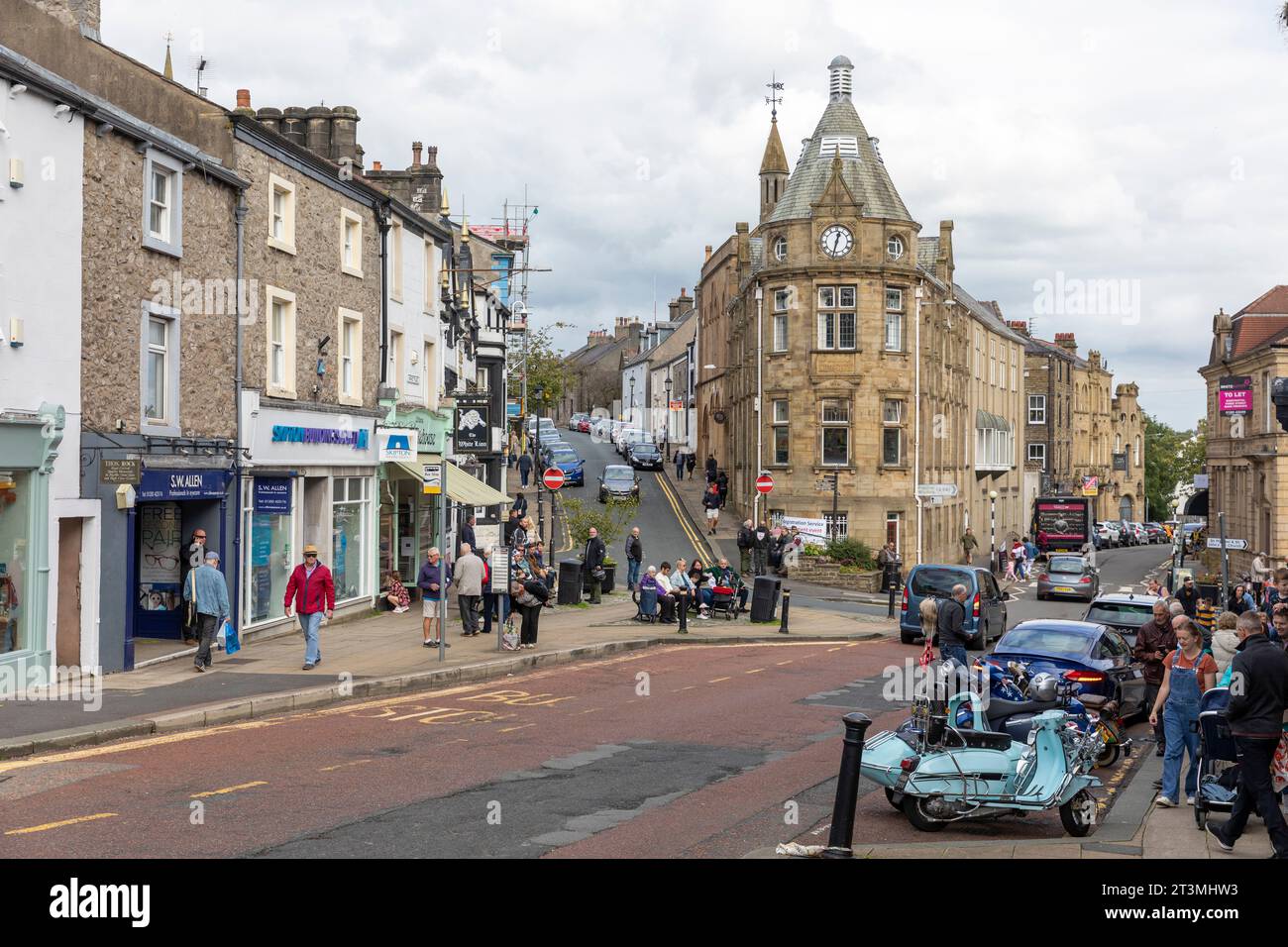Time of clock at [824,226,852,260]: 12:32
